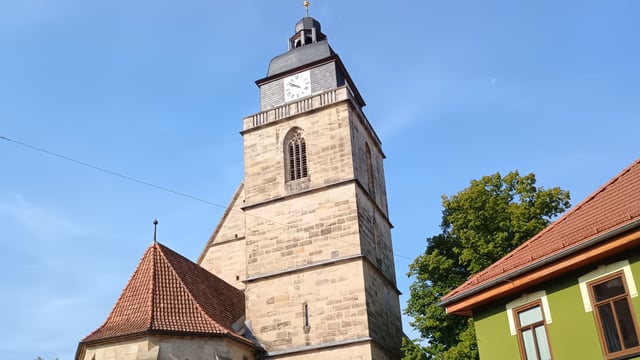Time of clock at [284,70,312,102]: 9:51
